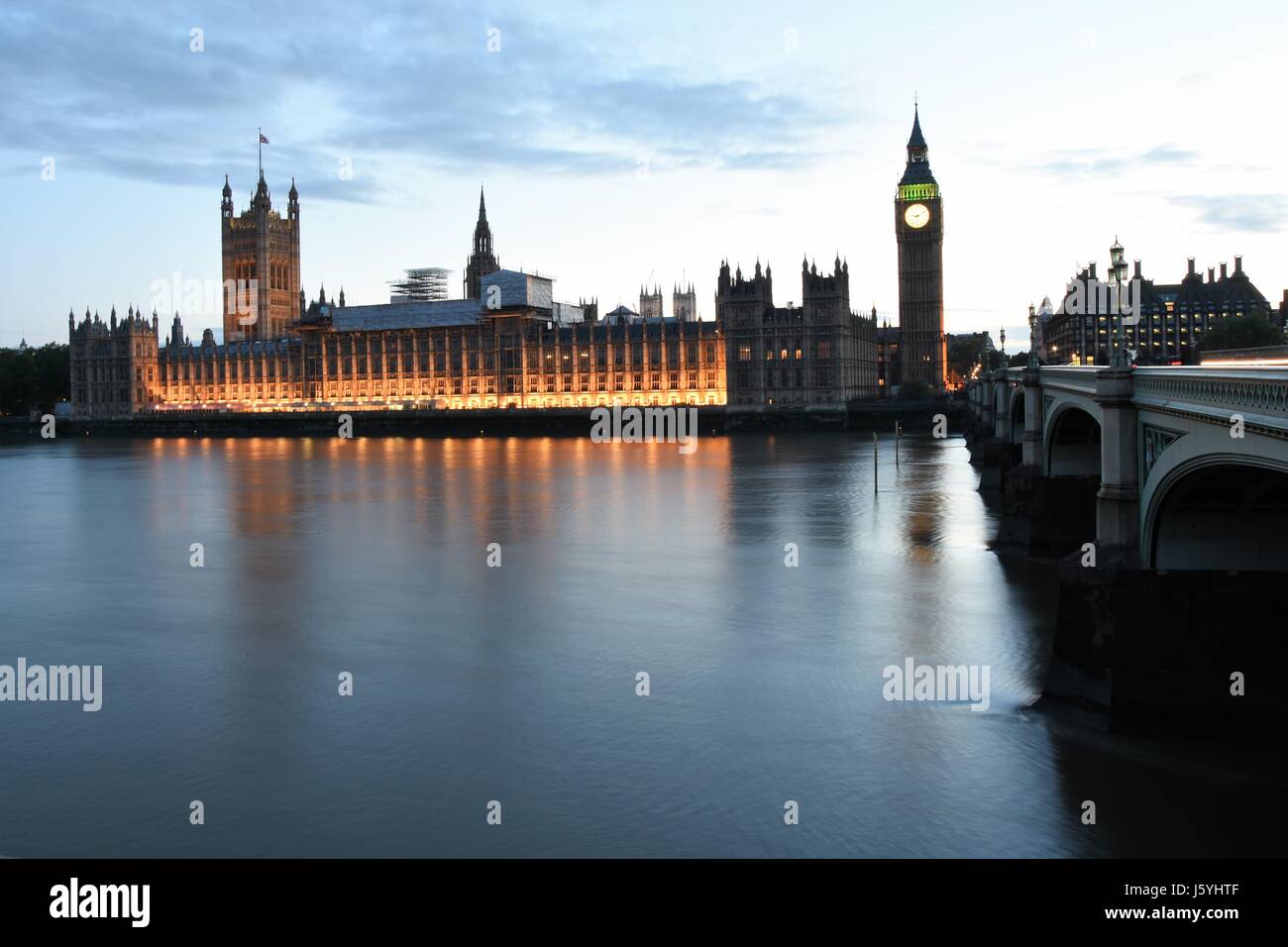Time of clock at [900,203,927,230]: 9:10
